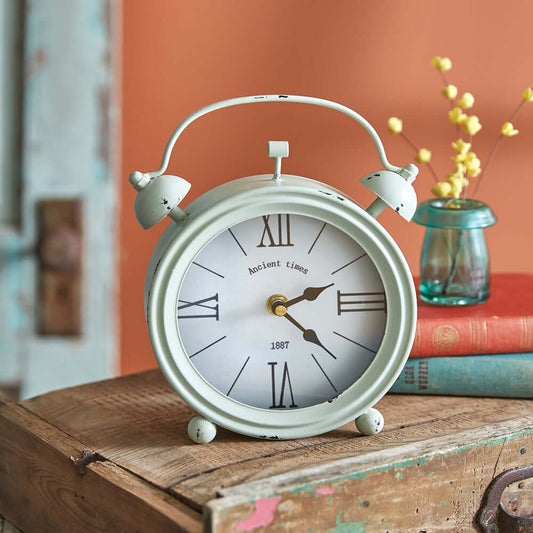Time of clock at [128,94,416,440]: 2:22
